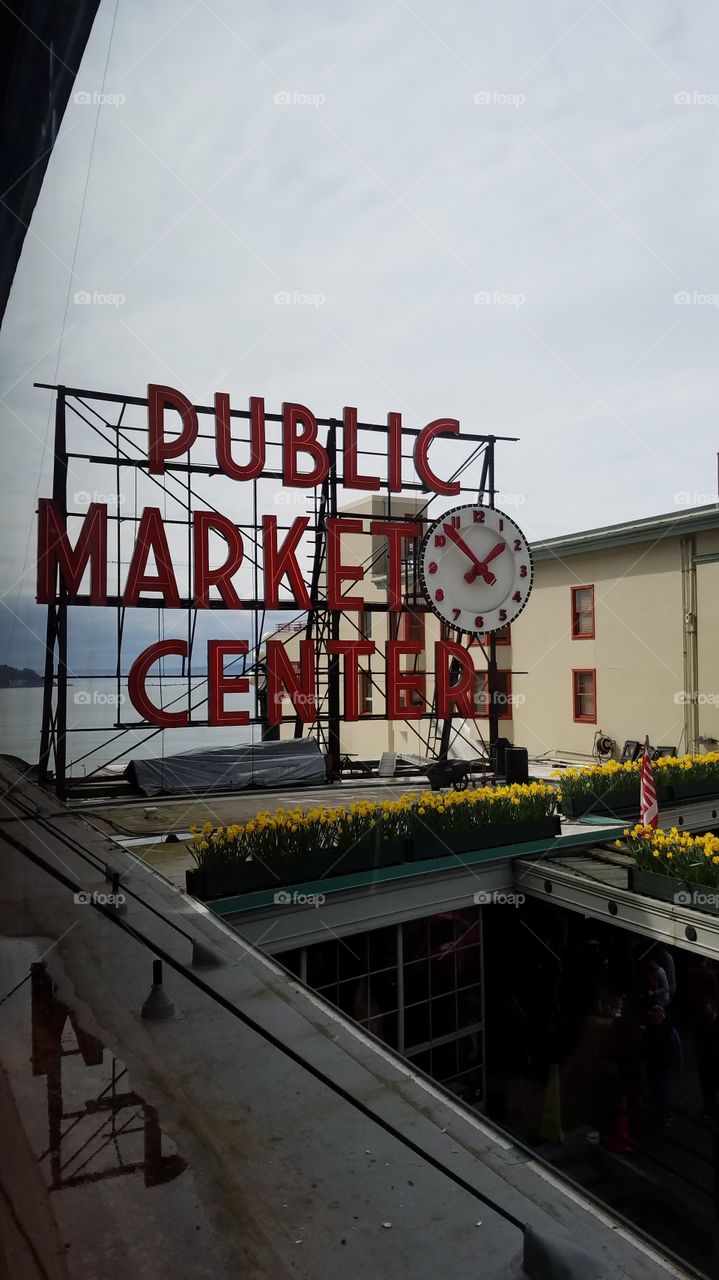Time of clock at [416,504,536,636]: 1:52
